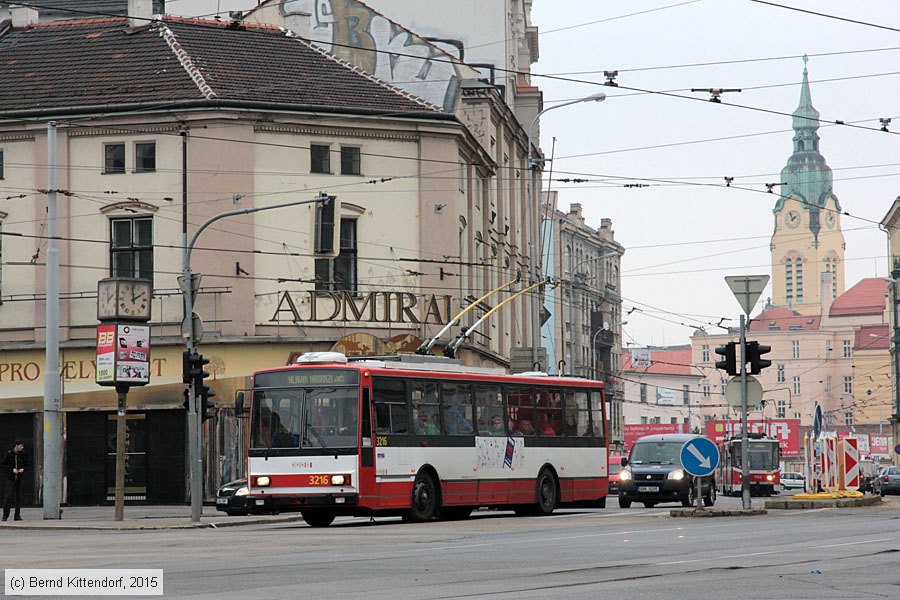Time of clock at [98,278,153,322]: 1:59
